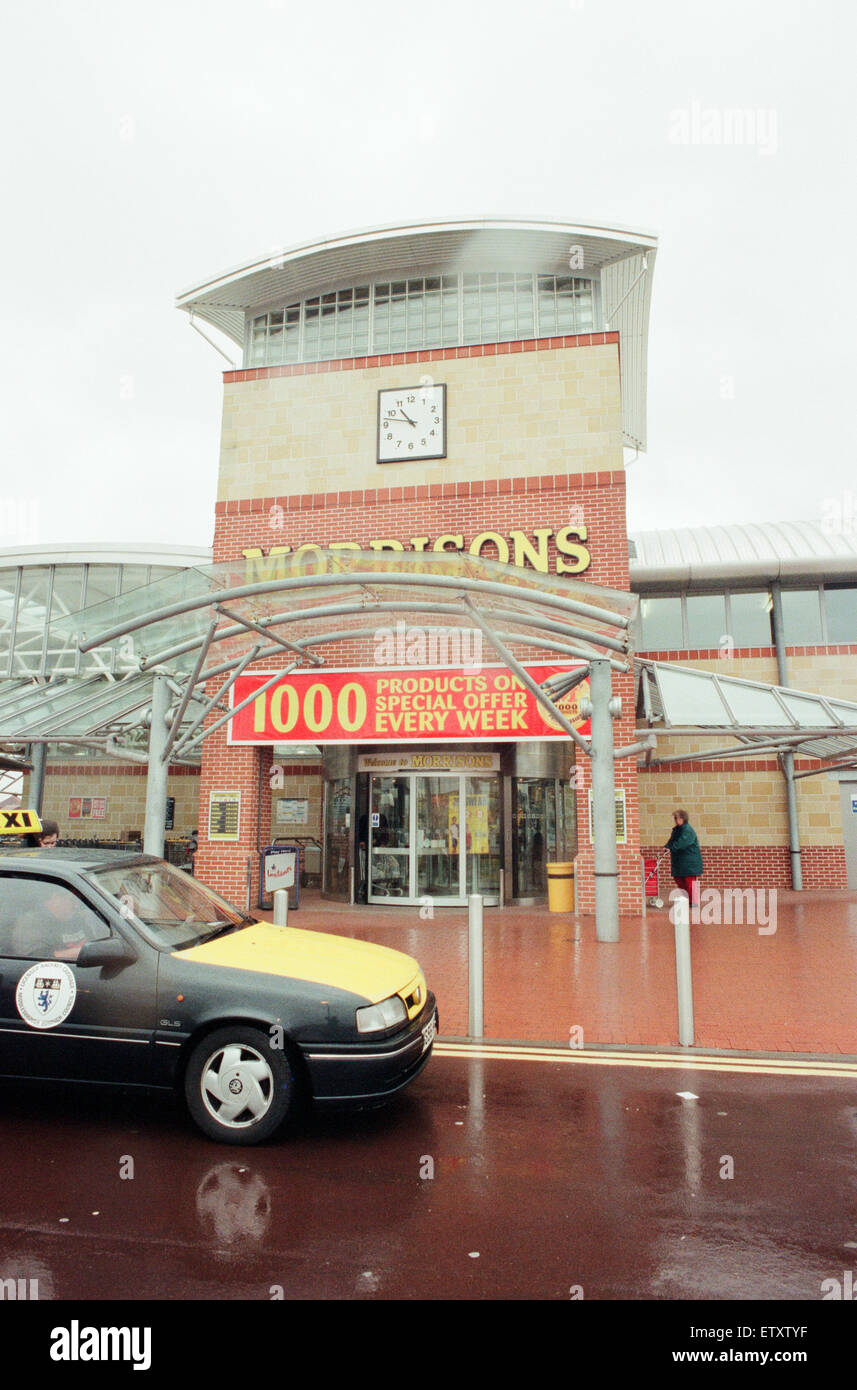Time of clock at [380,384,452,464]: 10:47
